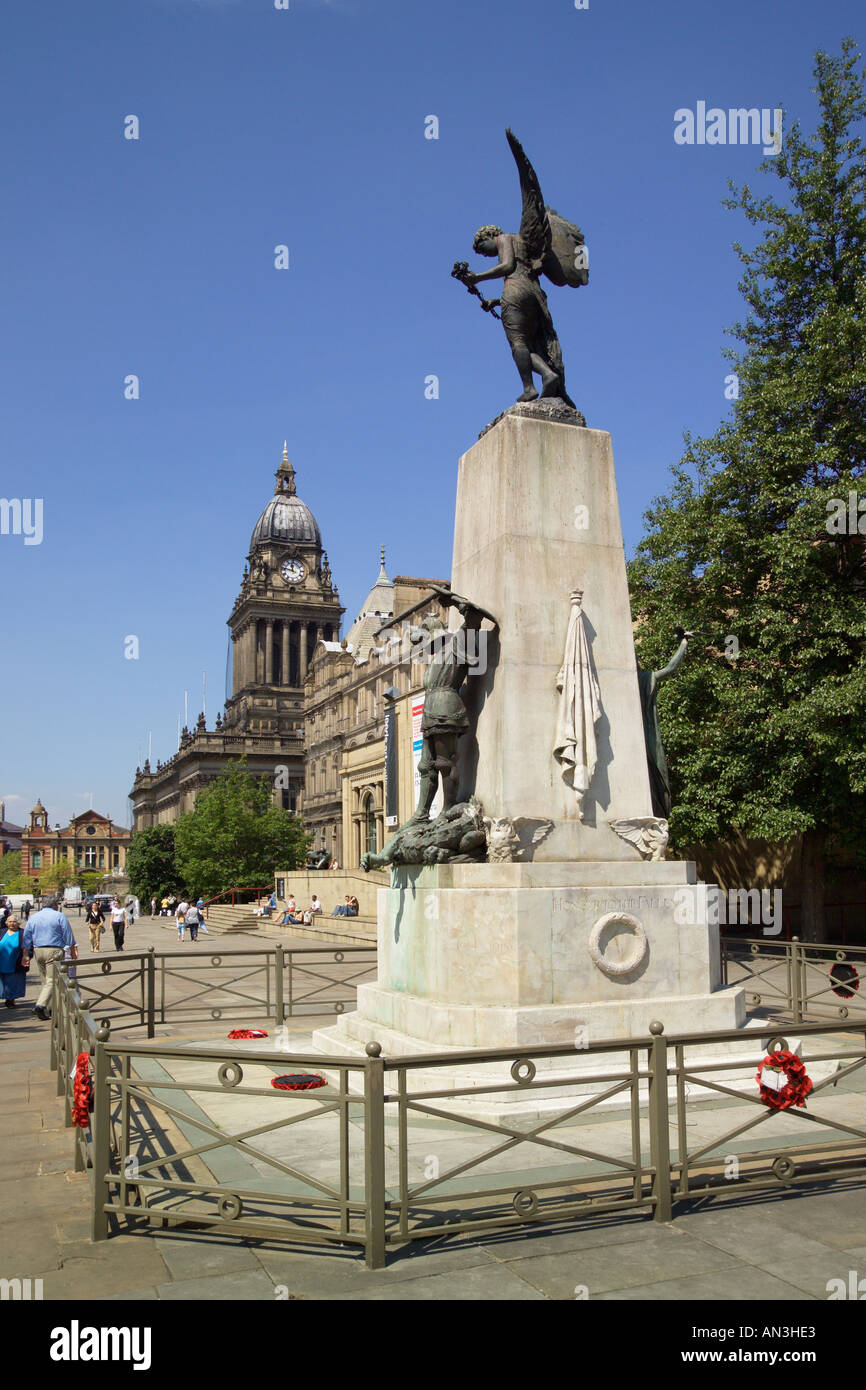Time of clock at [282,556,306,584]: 11:46
